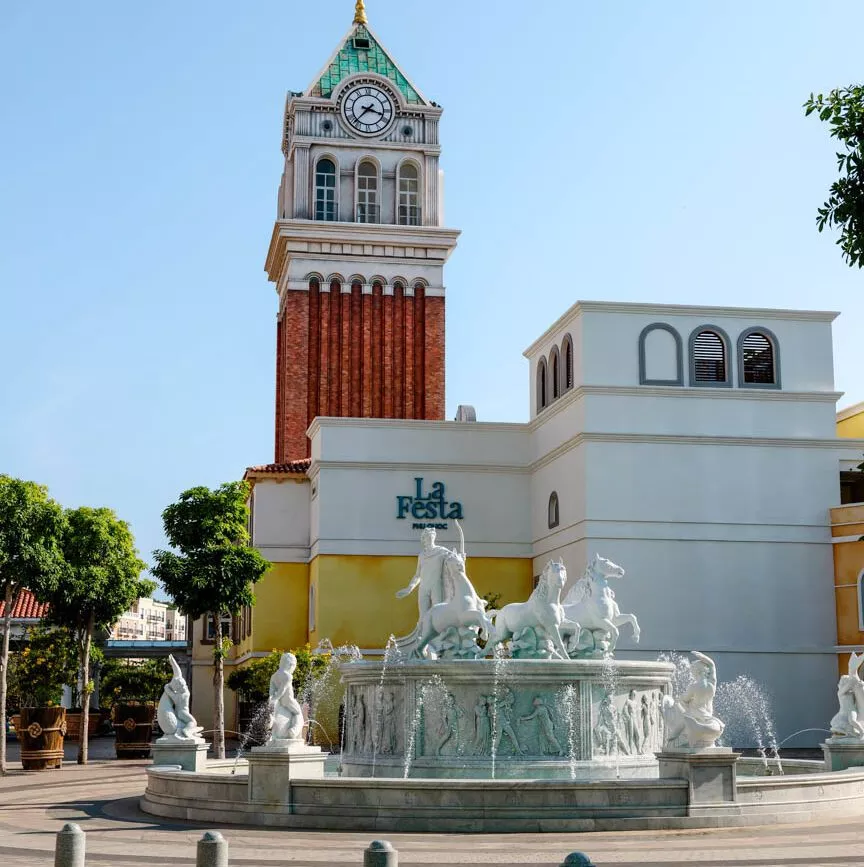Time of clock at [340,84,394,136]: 3:37
